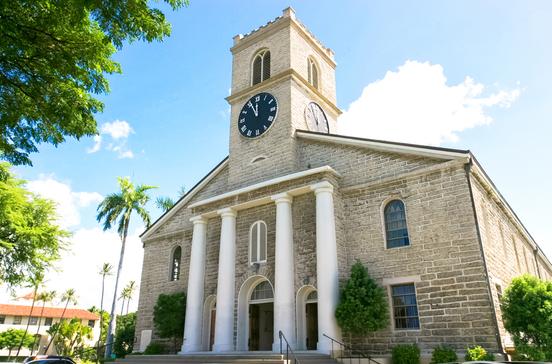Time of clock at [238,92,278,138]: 11:55
